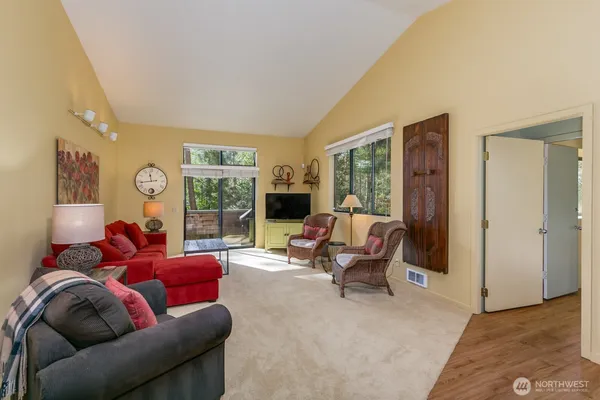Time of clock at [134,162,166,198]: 11:43
